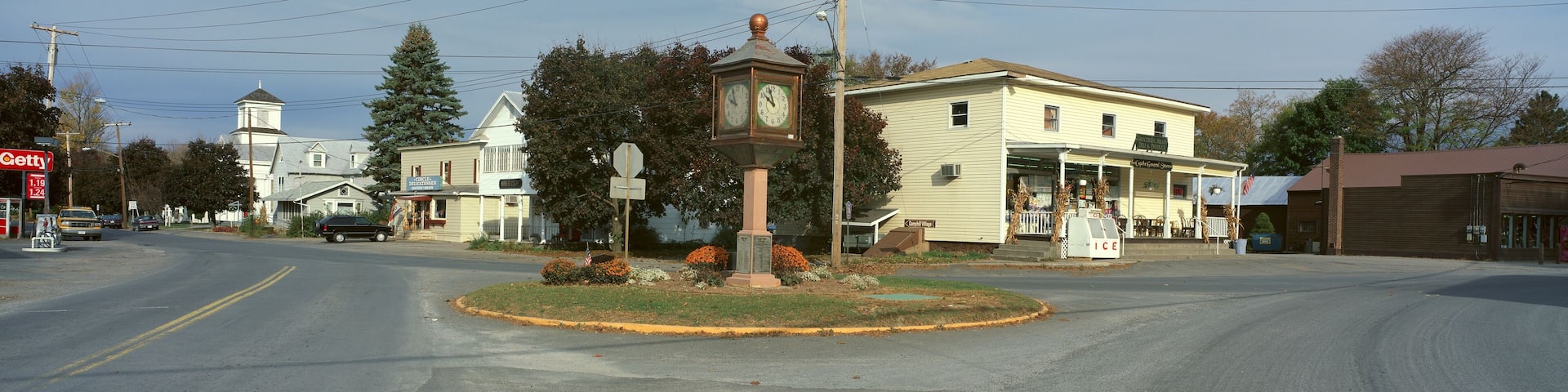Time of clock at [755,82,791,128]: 9:57
